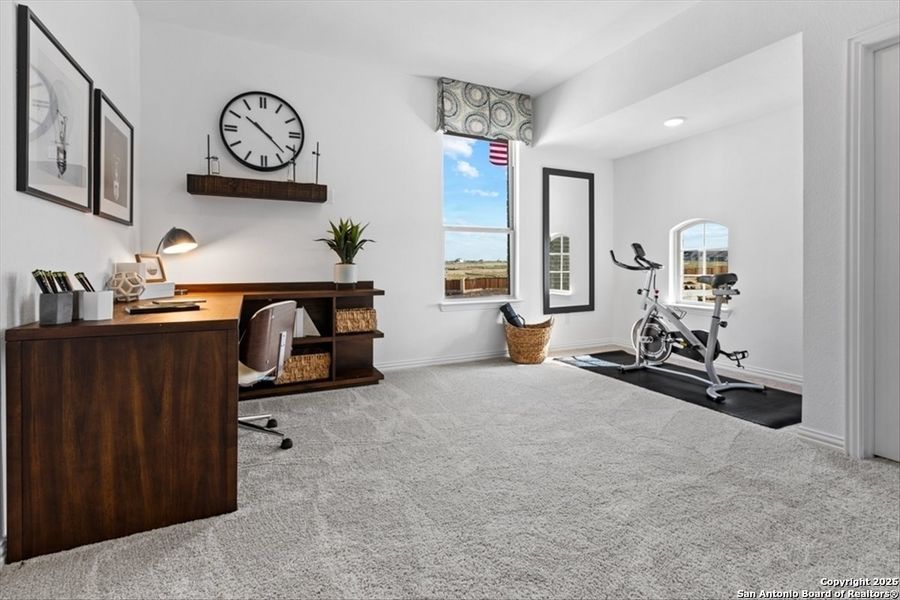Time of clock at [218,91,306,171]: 10:22
